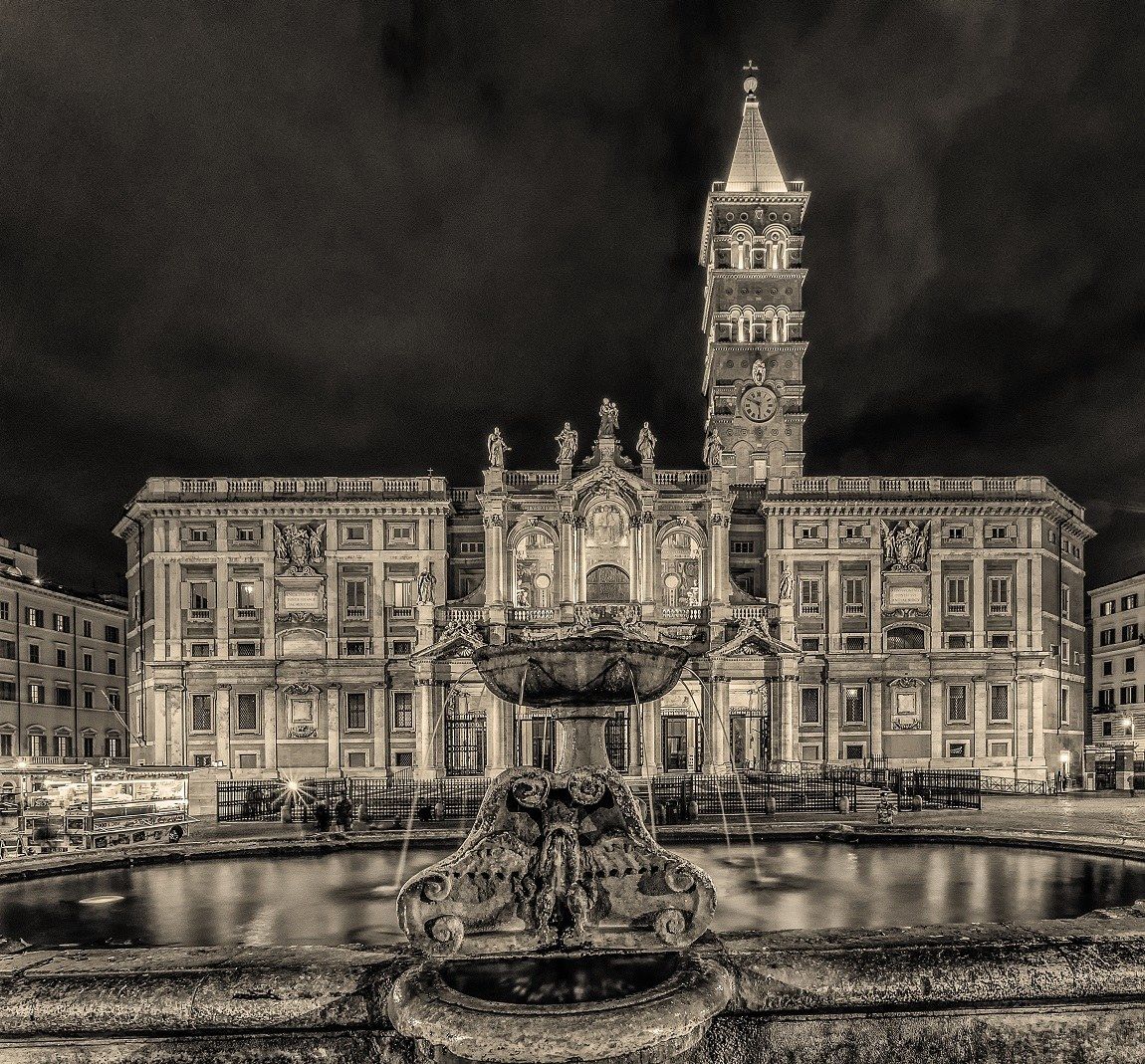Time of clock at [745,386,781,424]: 5:49
